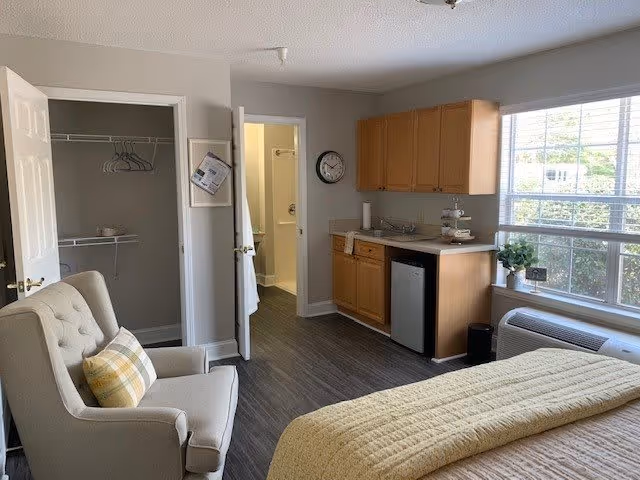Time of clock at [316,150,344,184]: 1:50
